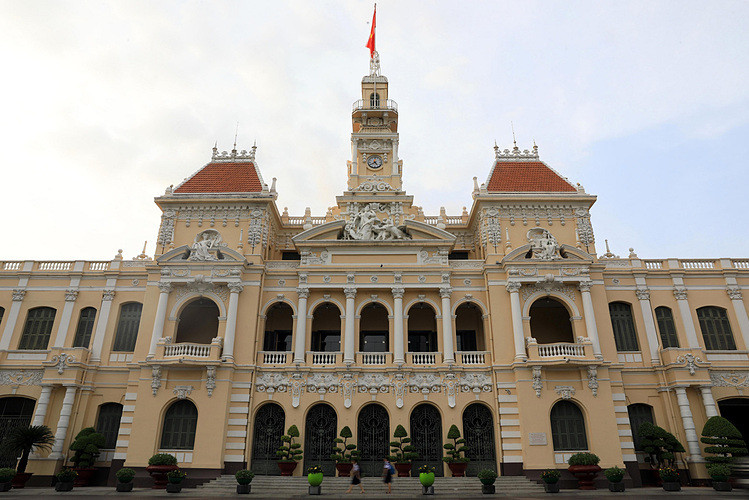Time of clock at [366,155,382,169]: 4:39
